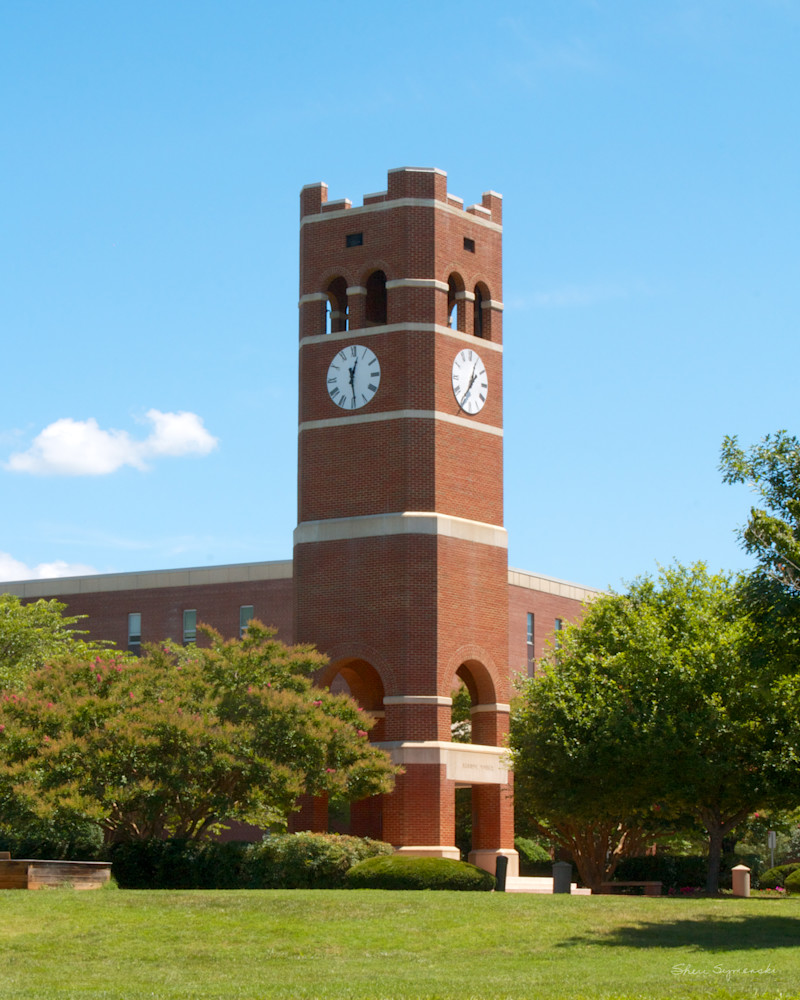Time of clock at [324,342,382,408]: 12:28
